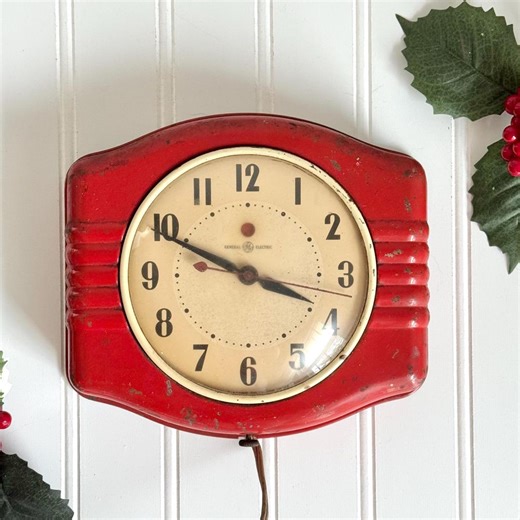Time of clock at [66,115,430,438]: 3:49
